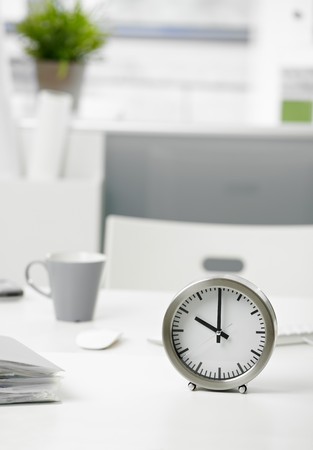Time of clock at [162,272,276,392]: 10:00
